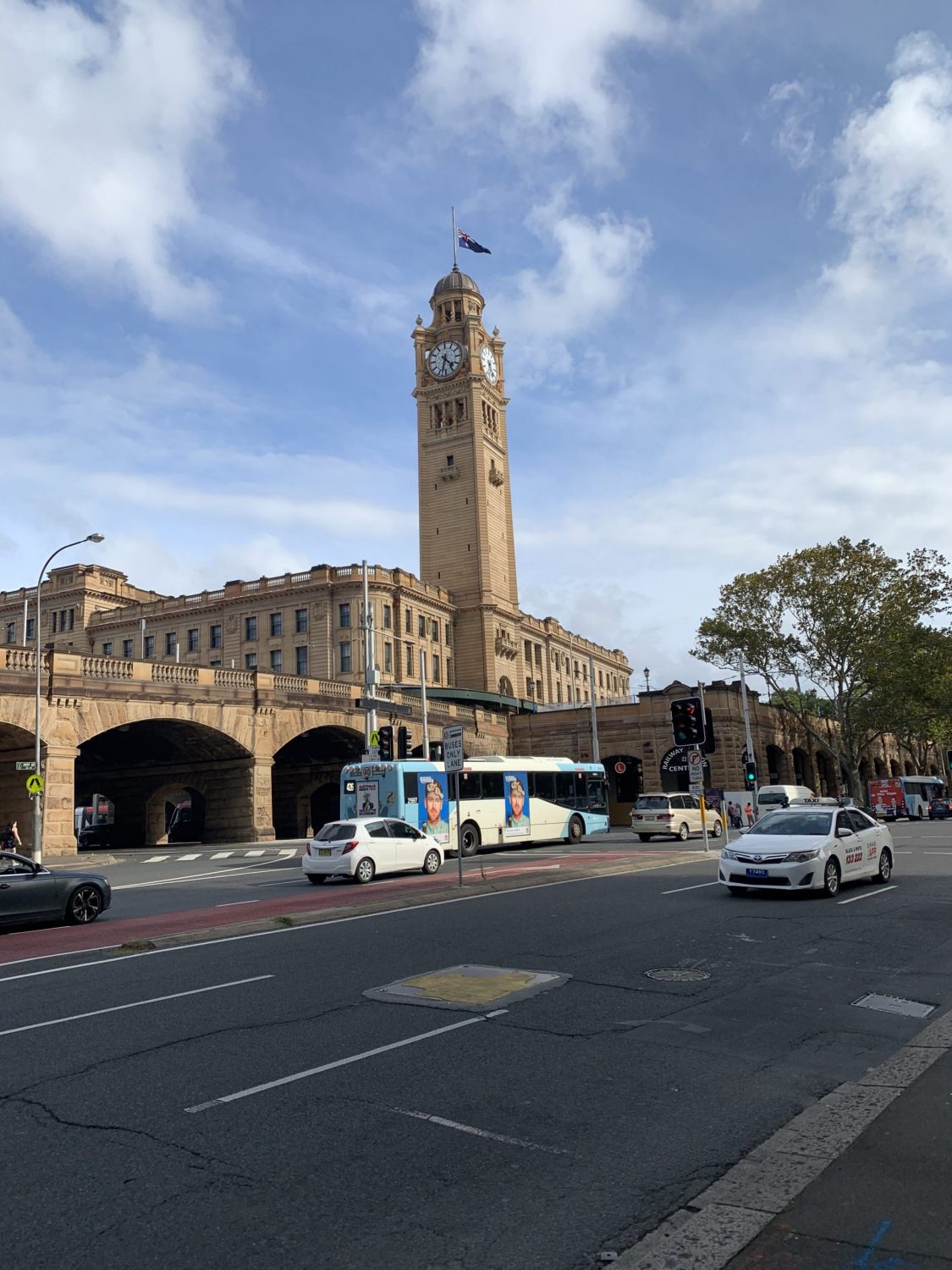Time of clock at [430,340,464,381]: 4:32
